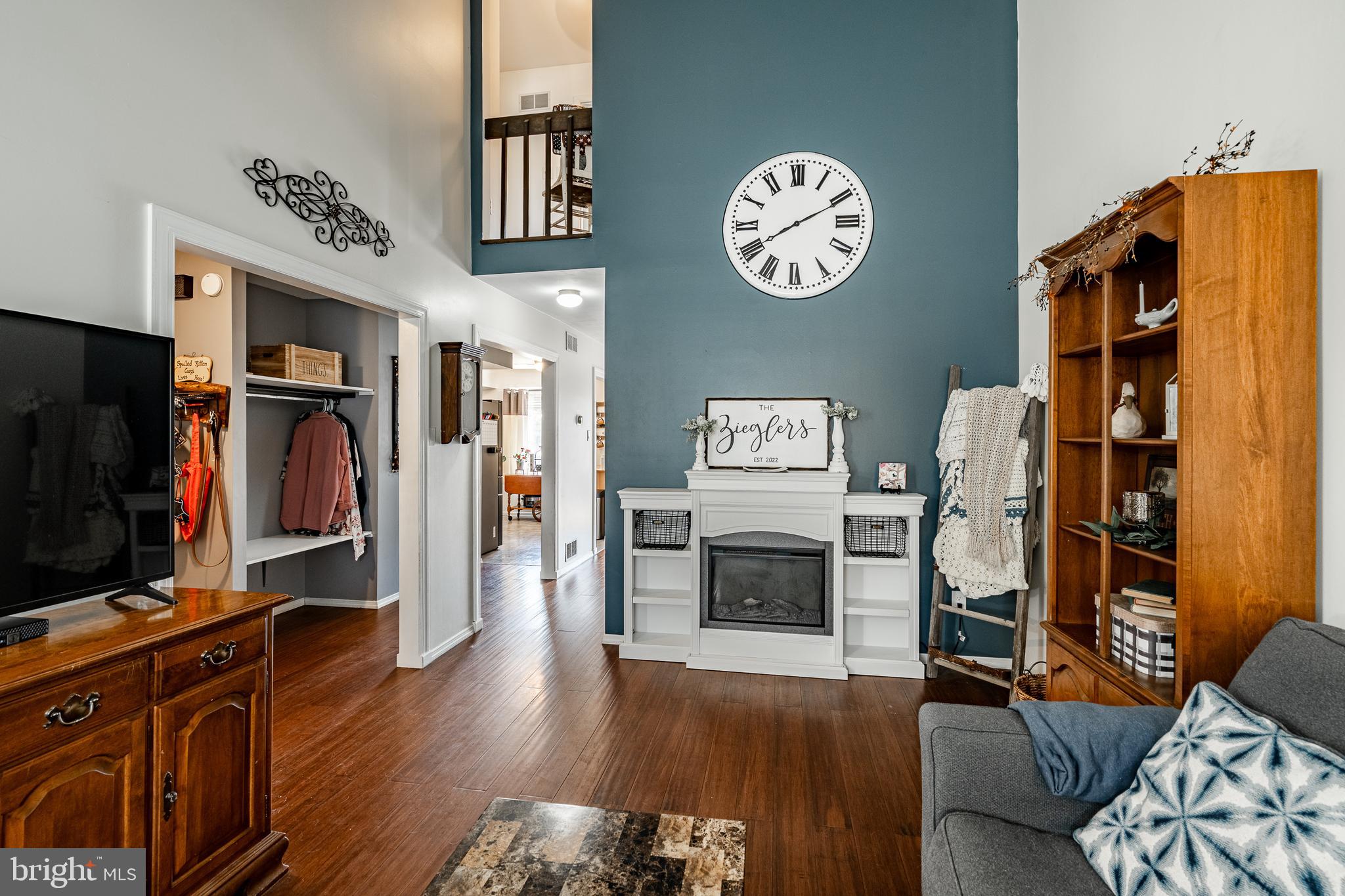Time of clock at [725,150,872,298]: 8:10
